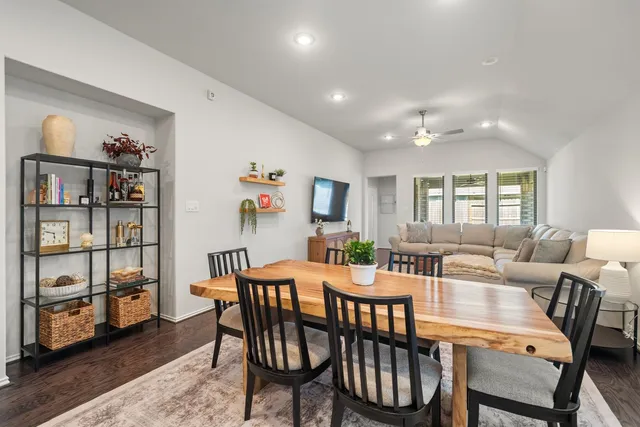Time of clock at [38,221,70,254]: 5:47
